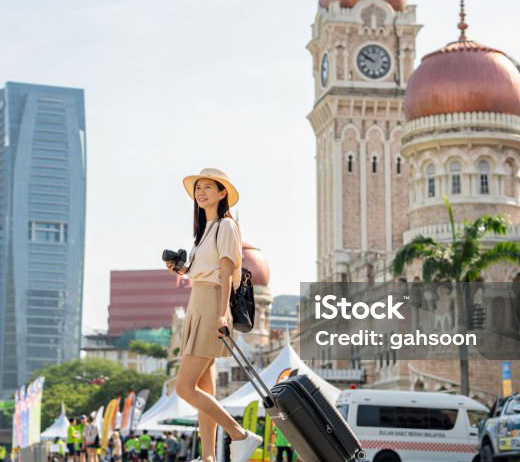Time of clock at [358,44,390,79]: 9:50
